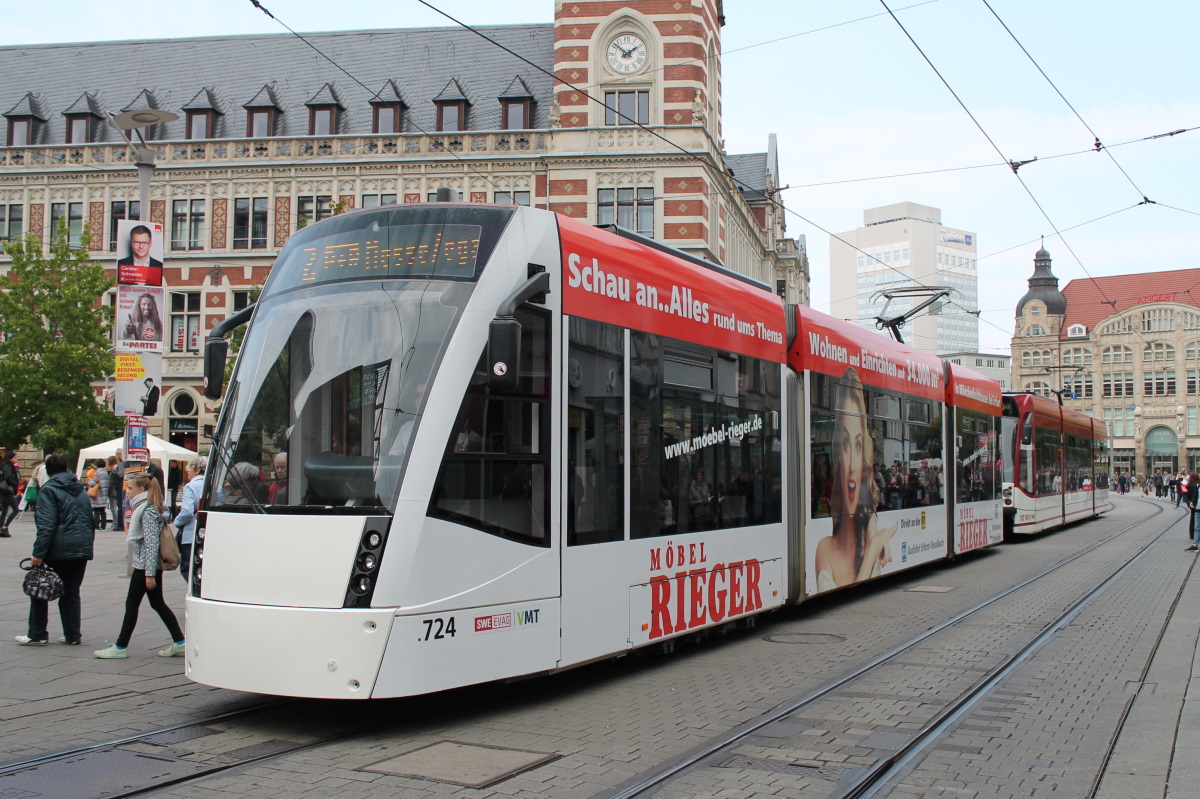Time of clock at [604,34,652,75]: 1:51
